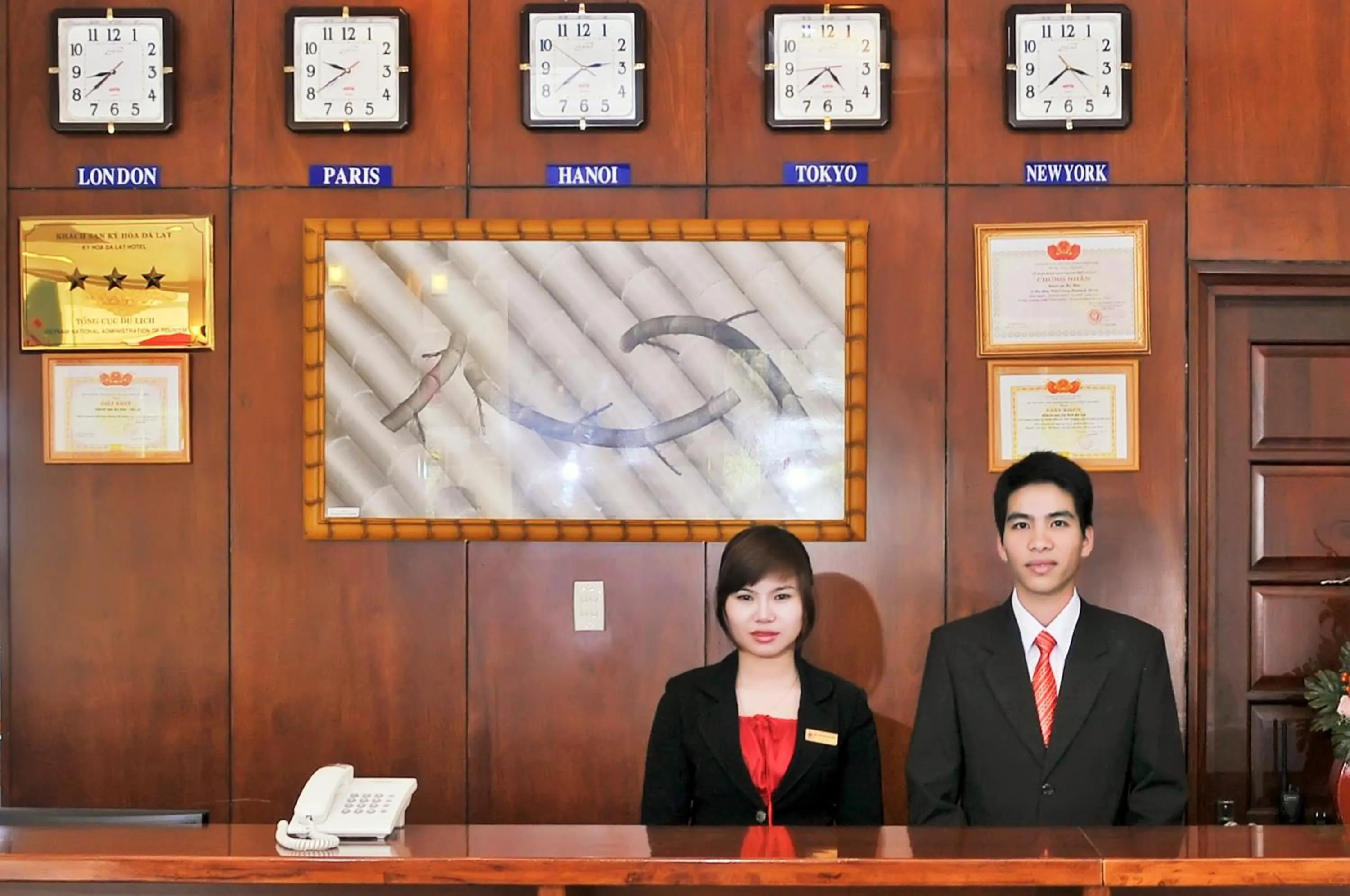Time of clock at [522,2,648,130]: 2:39
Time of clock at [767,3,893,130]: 4:38
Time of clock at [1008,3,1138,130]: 3:38
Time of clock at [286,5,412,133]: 9:39
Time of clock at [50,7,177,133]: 8:38
